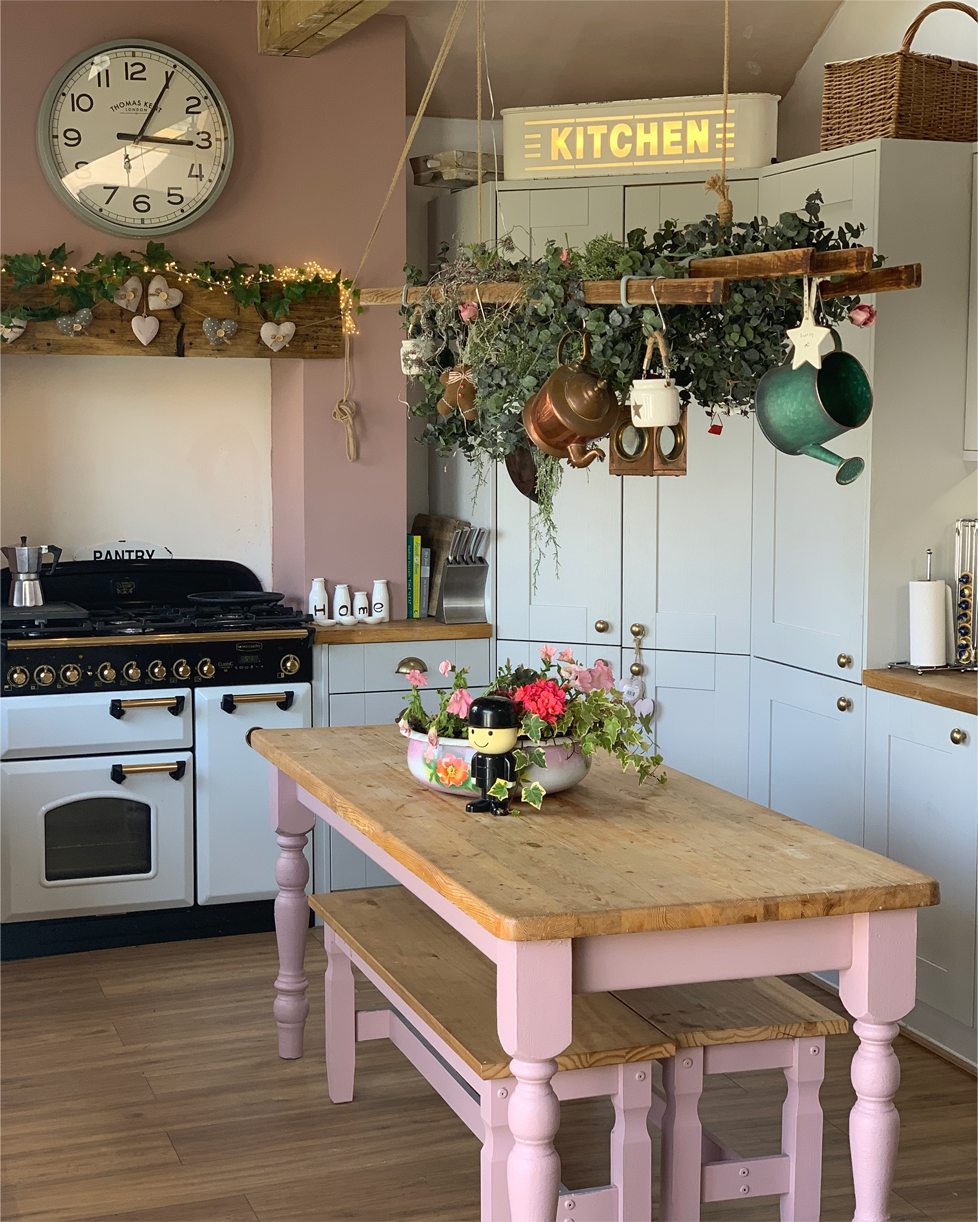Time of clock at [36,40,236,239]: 3:05
